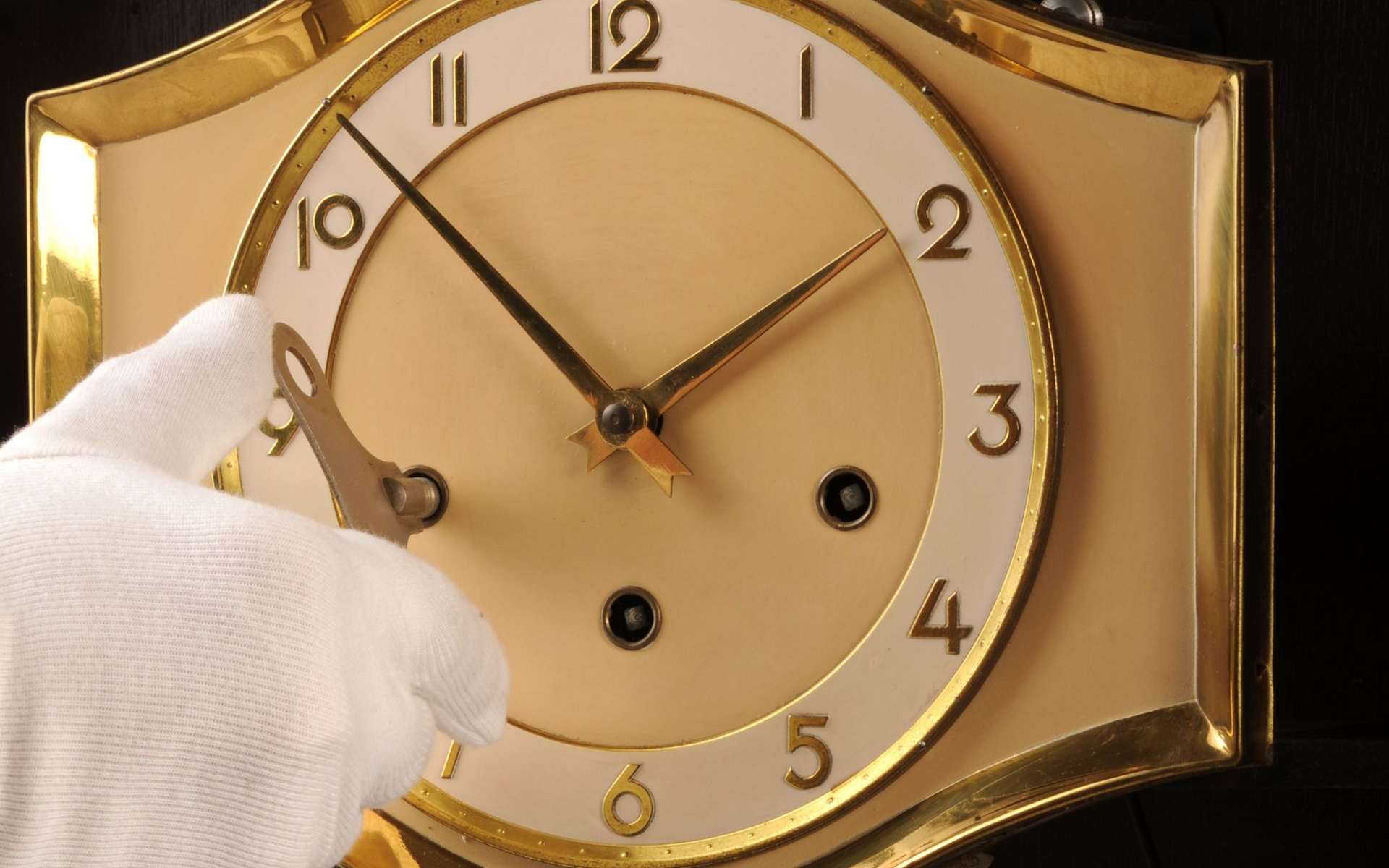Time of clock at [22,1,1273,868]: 1:52
